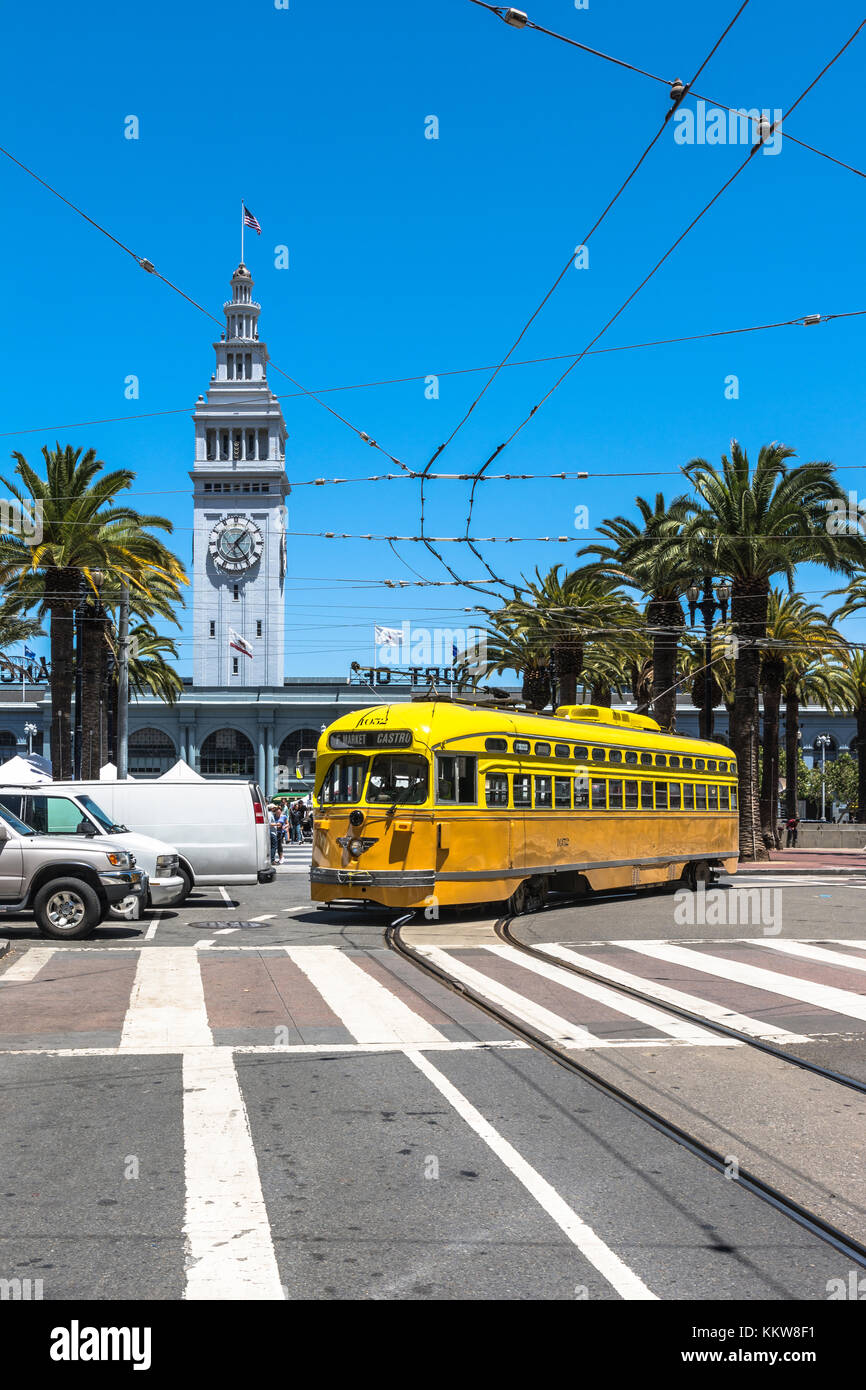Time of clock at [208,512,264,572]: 1:24
